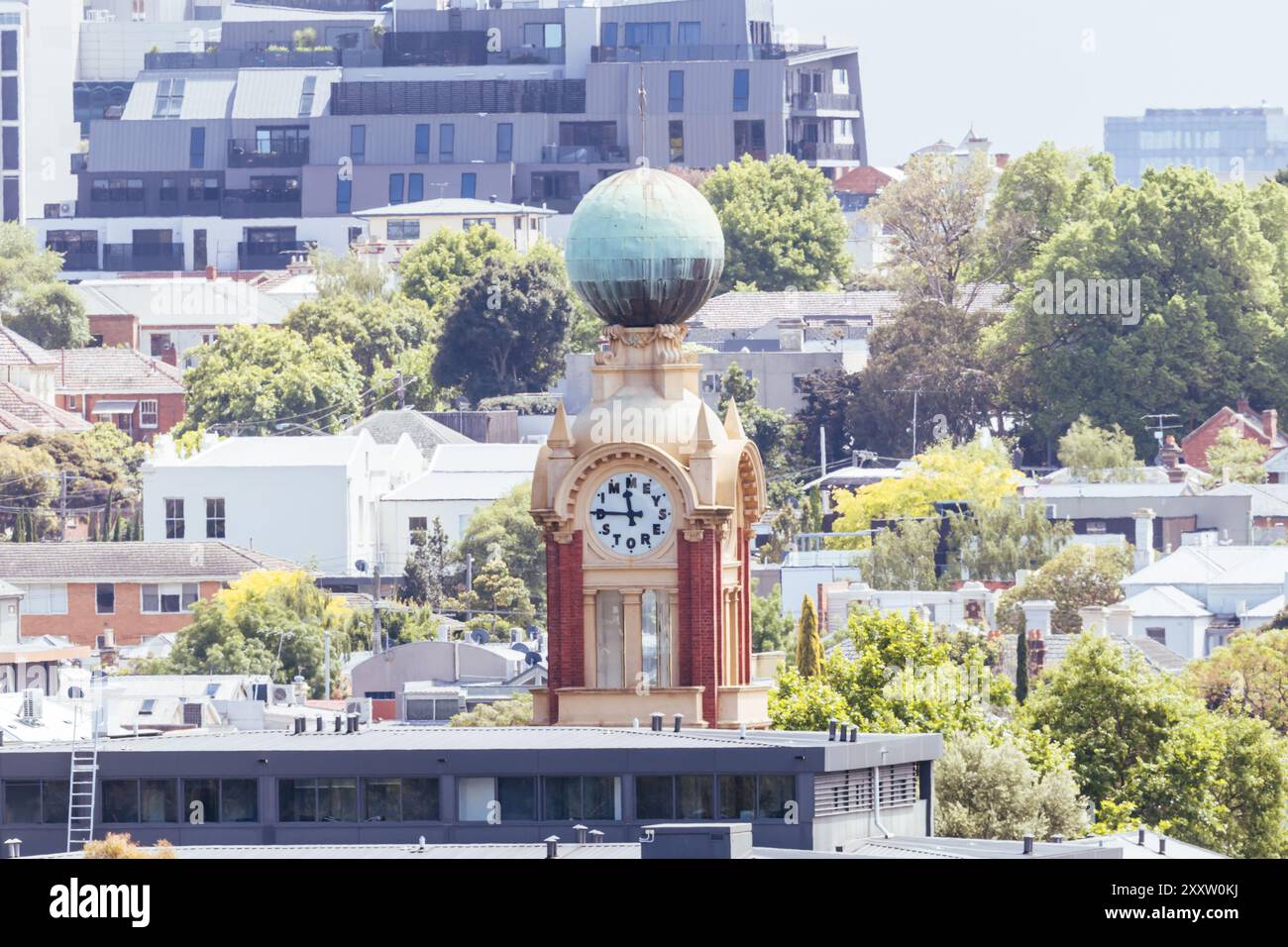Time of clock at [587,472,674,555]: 11:45
